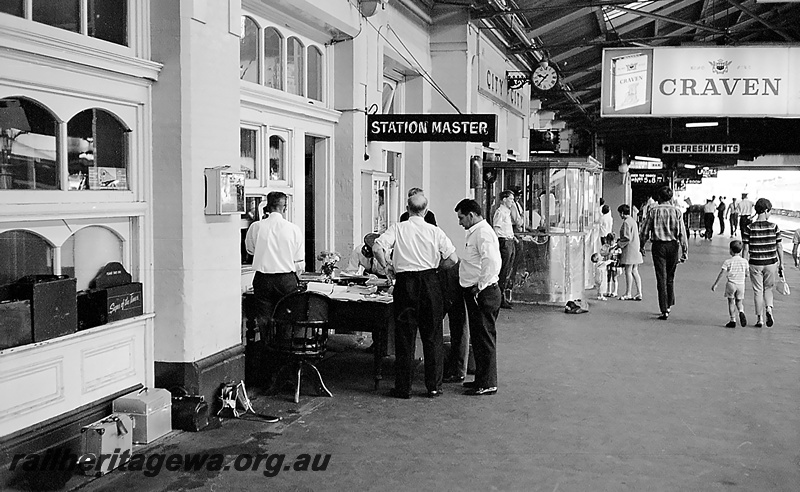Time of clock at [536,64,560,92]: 9:36
